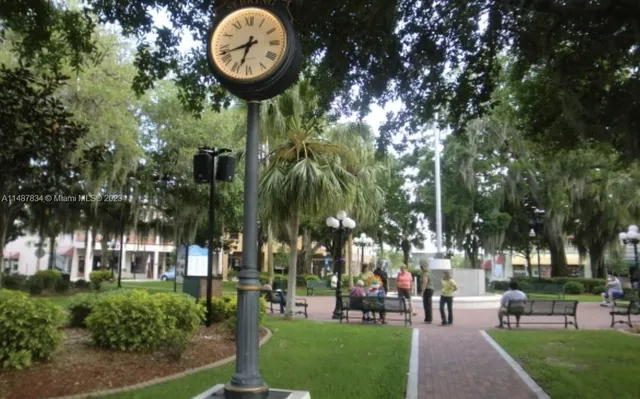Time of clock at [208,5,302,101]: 6:42
